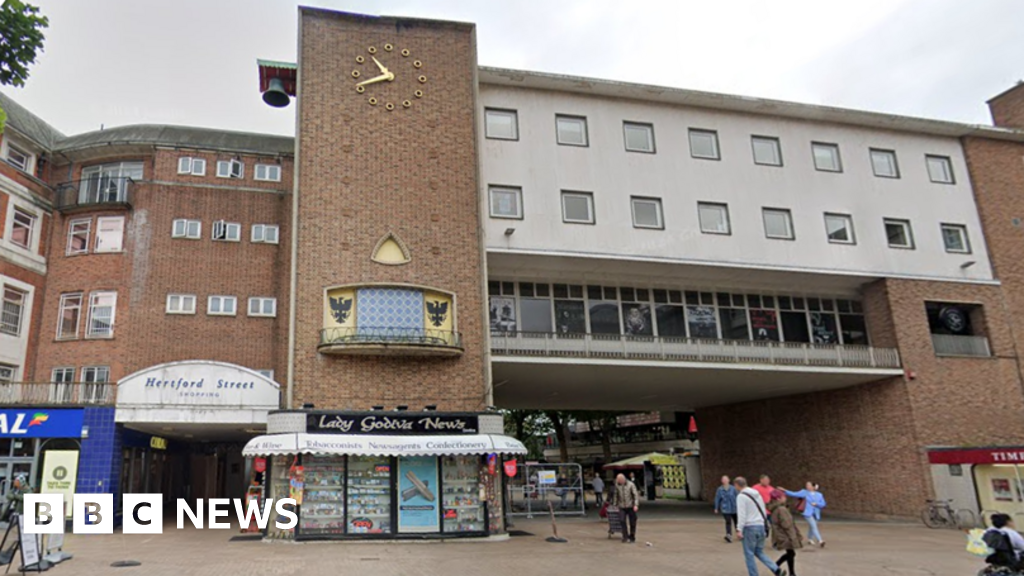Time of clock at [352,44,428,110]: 10:42
